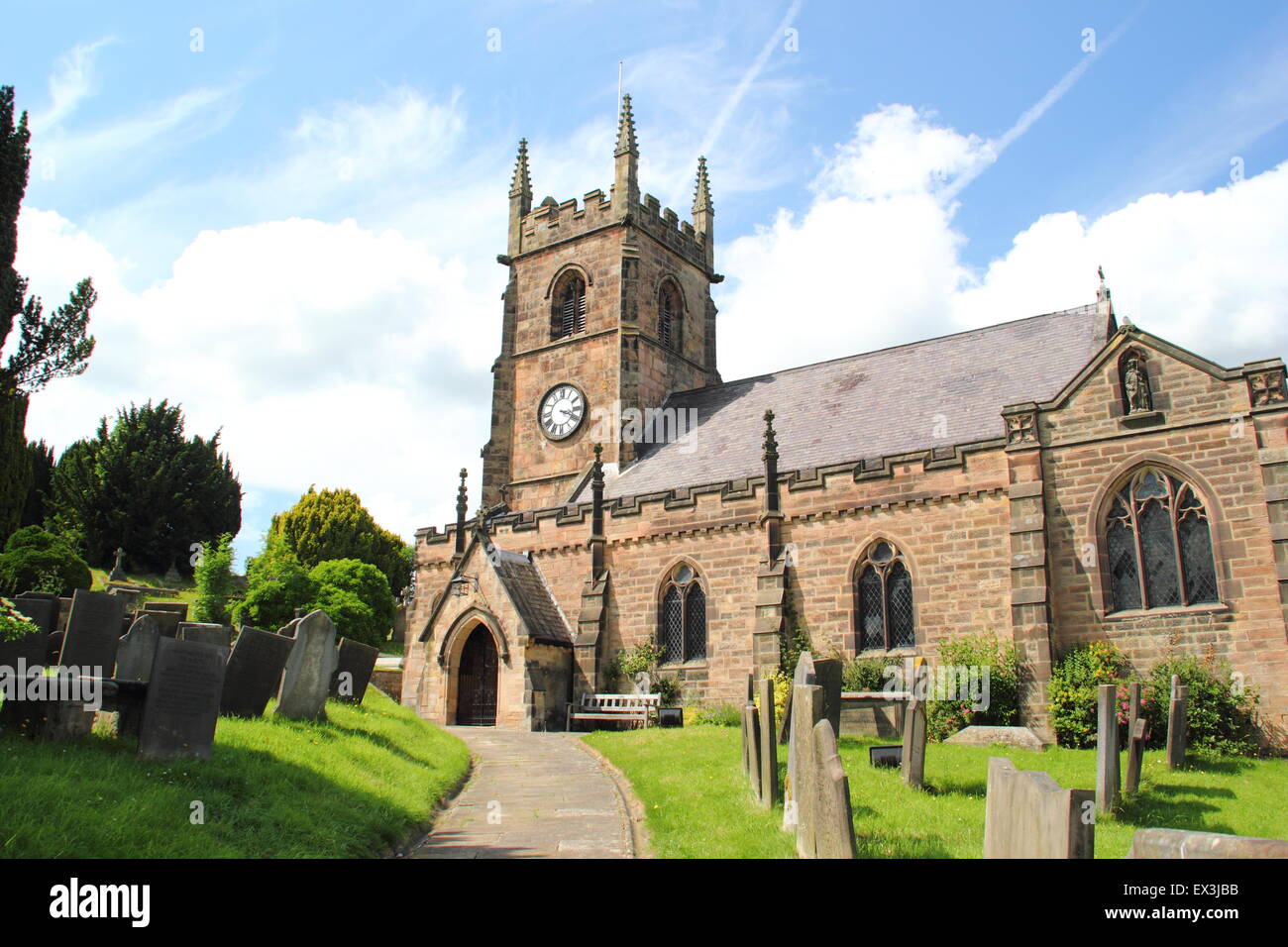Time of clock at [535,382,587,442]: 3:19
